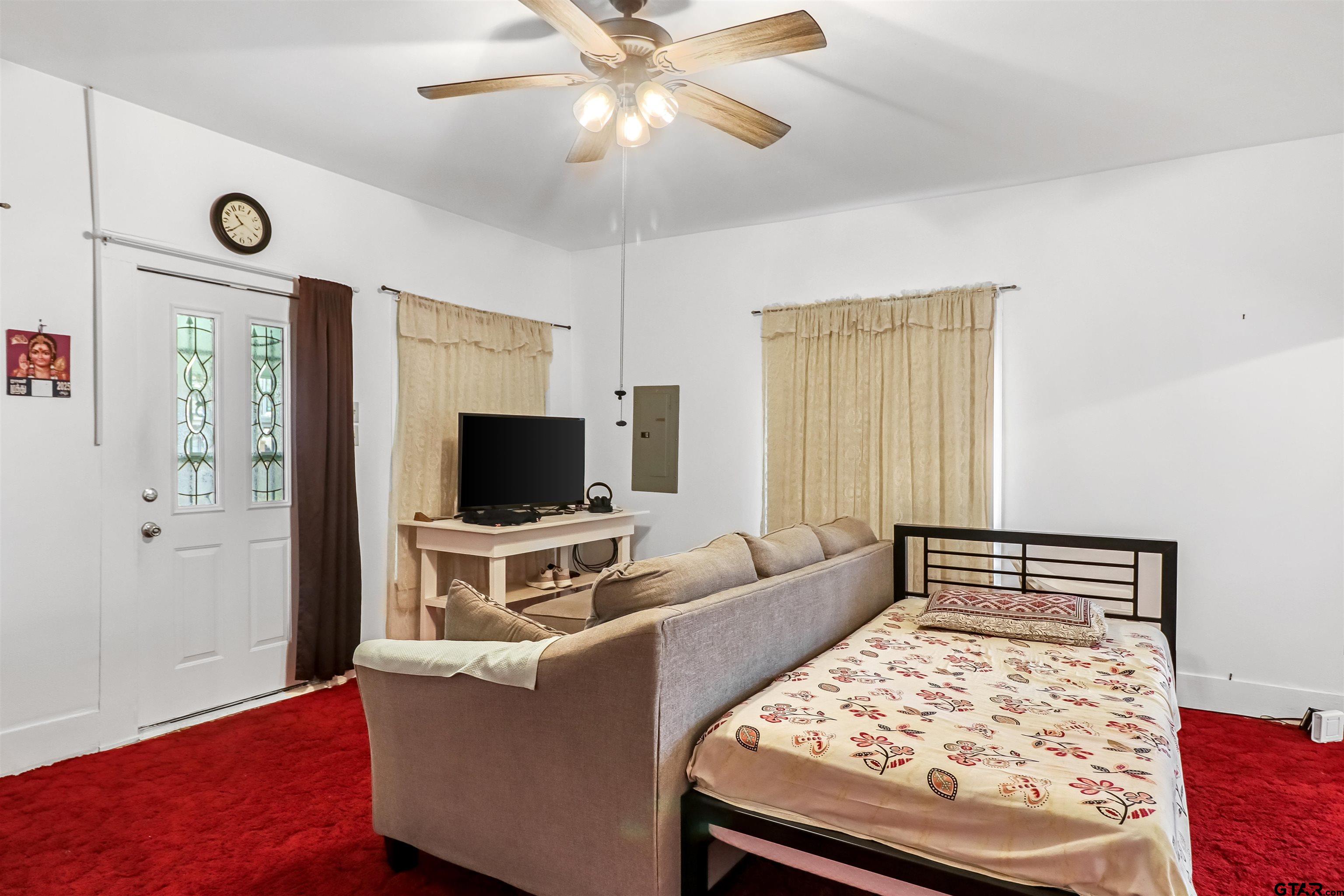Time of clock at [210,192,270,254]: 10:38
